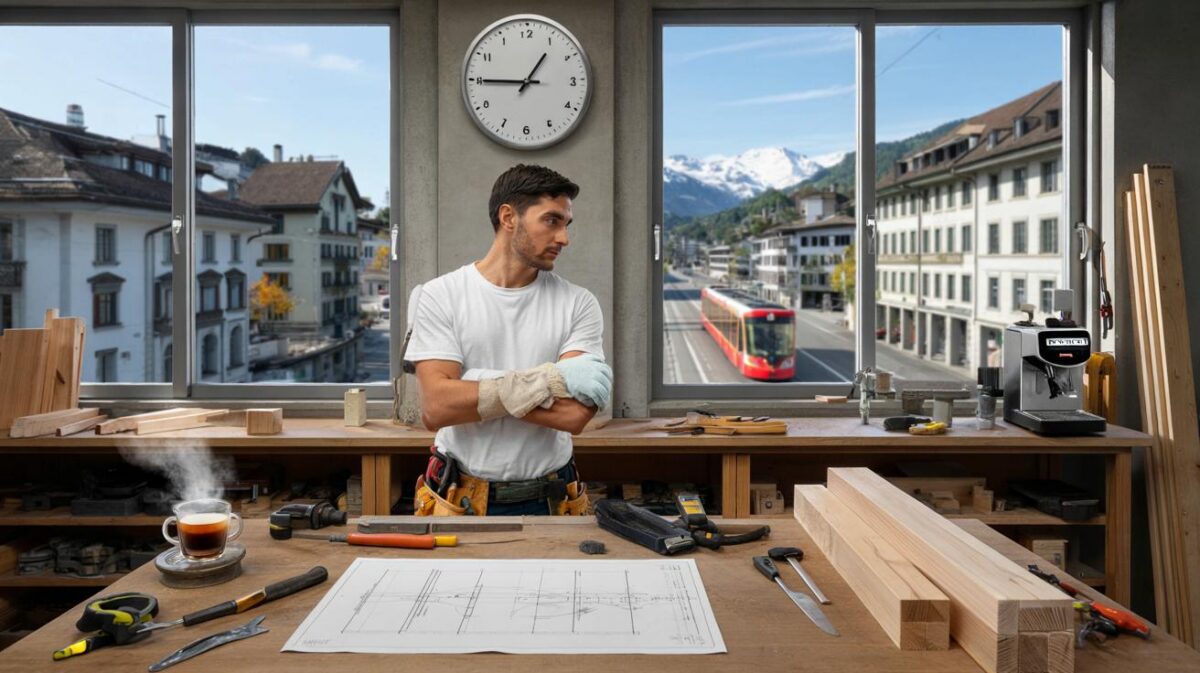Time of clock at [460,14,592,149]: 12:45
